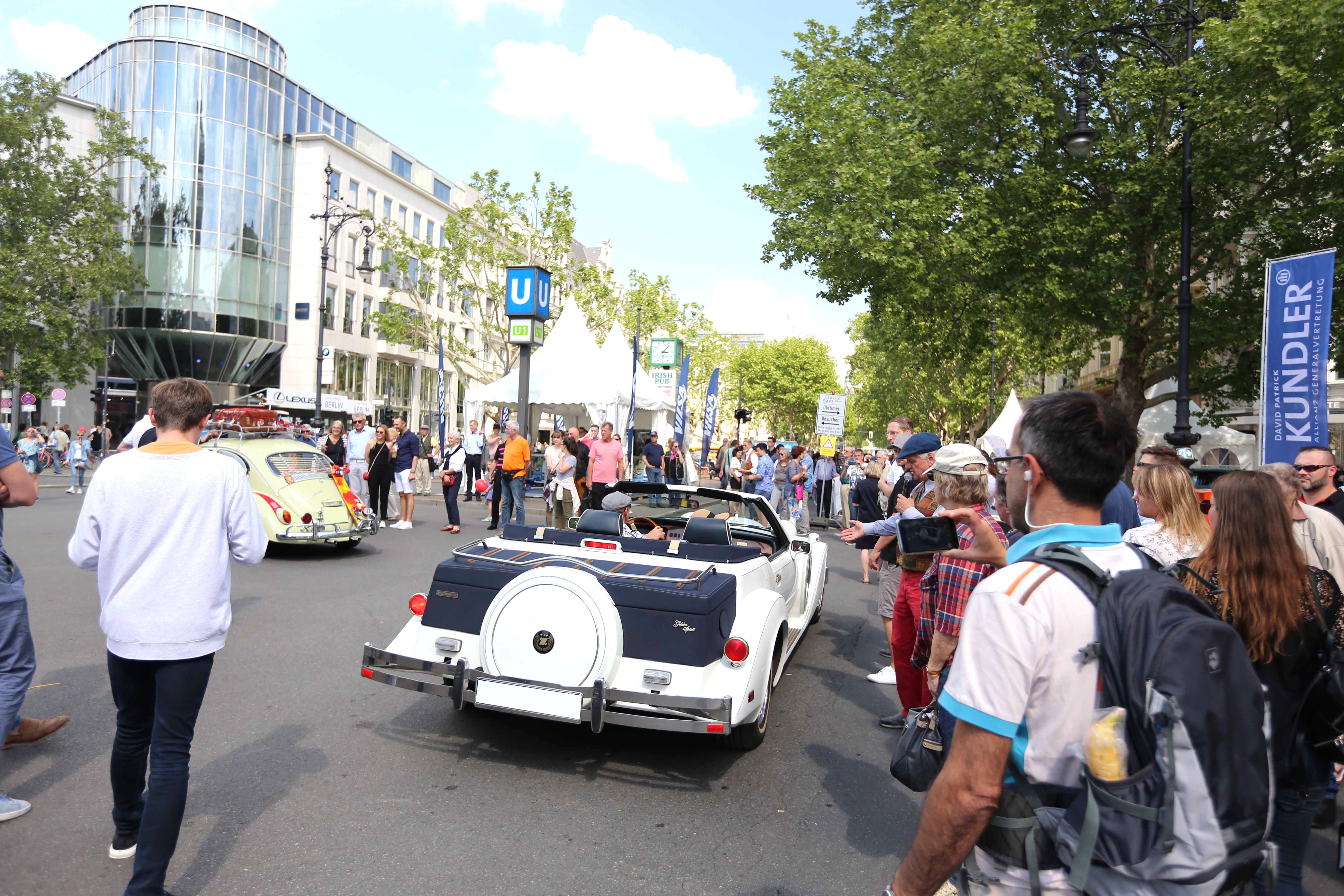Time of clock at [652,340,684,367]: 3:07
